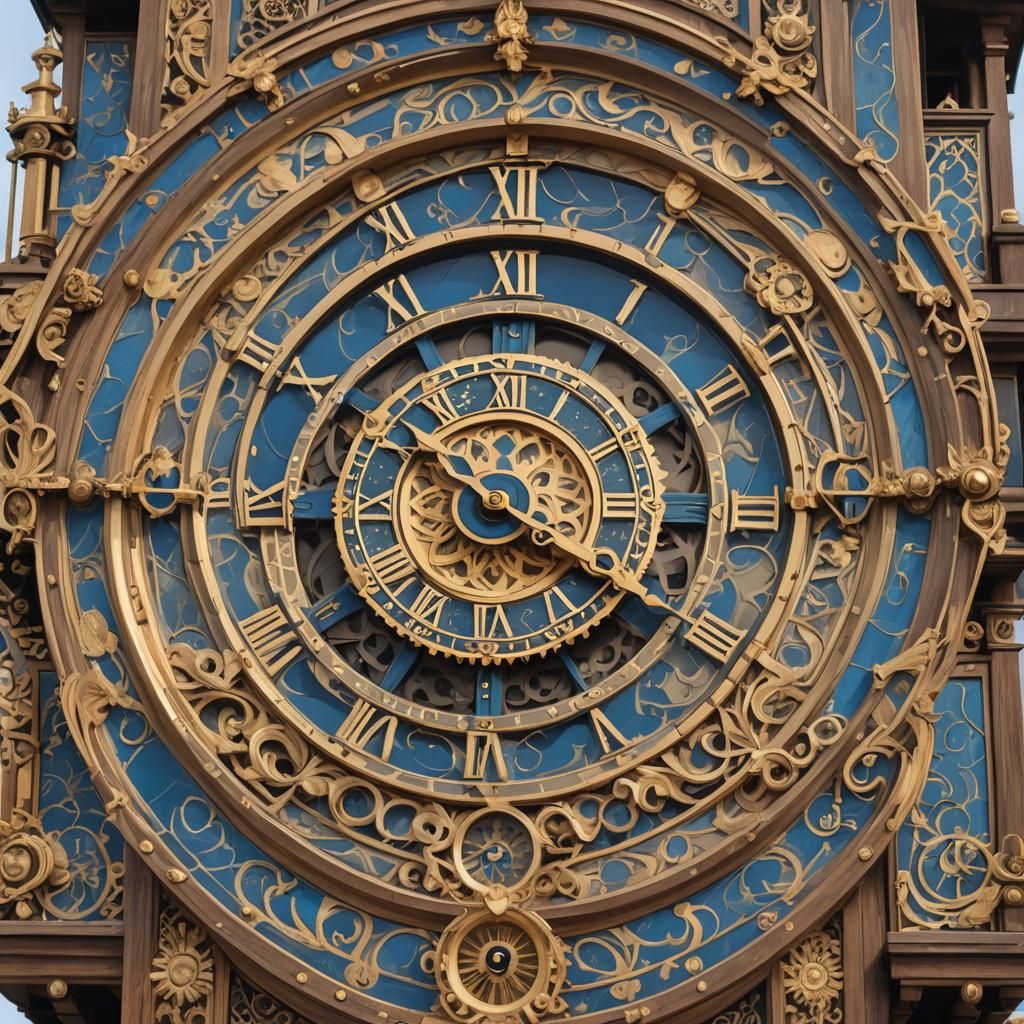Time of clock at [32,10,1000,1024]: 10:19
